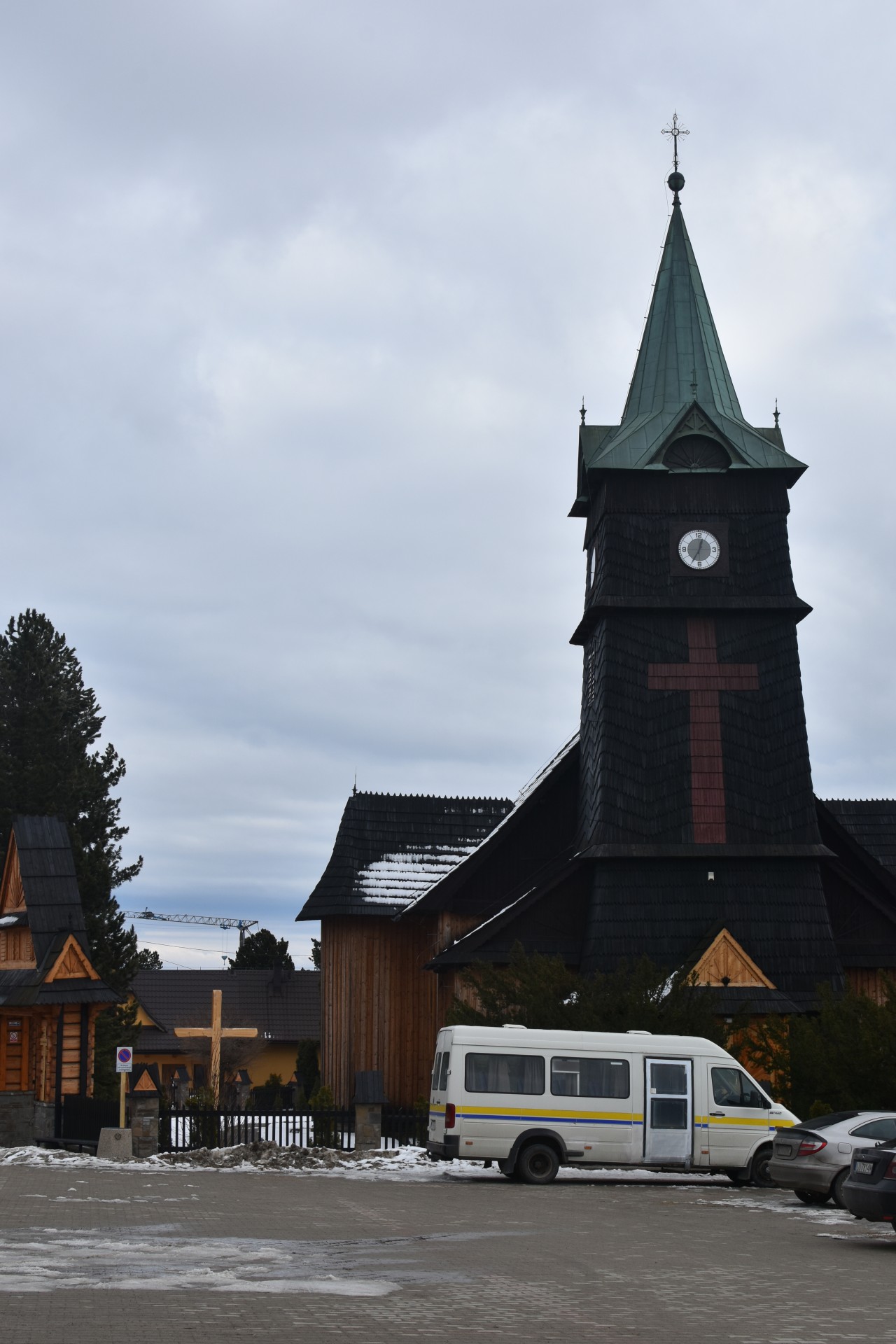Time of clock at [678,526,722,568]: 12:34
